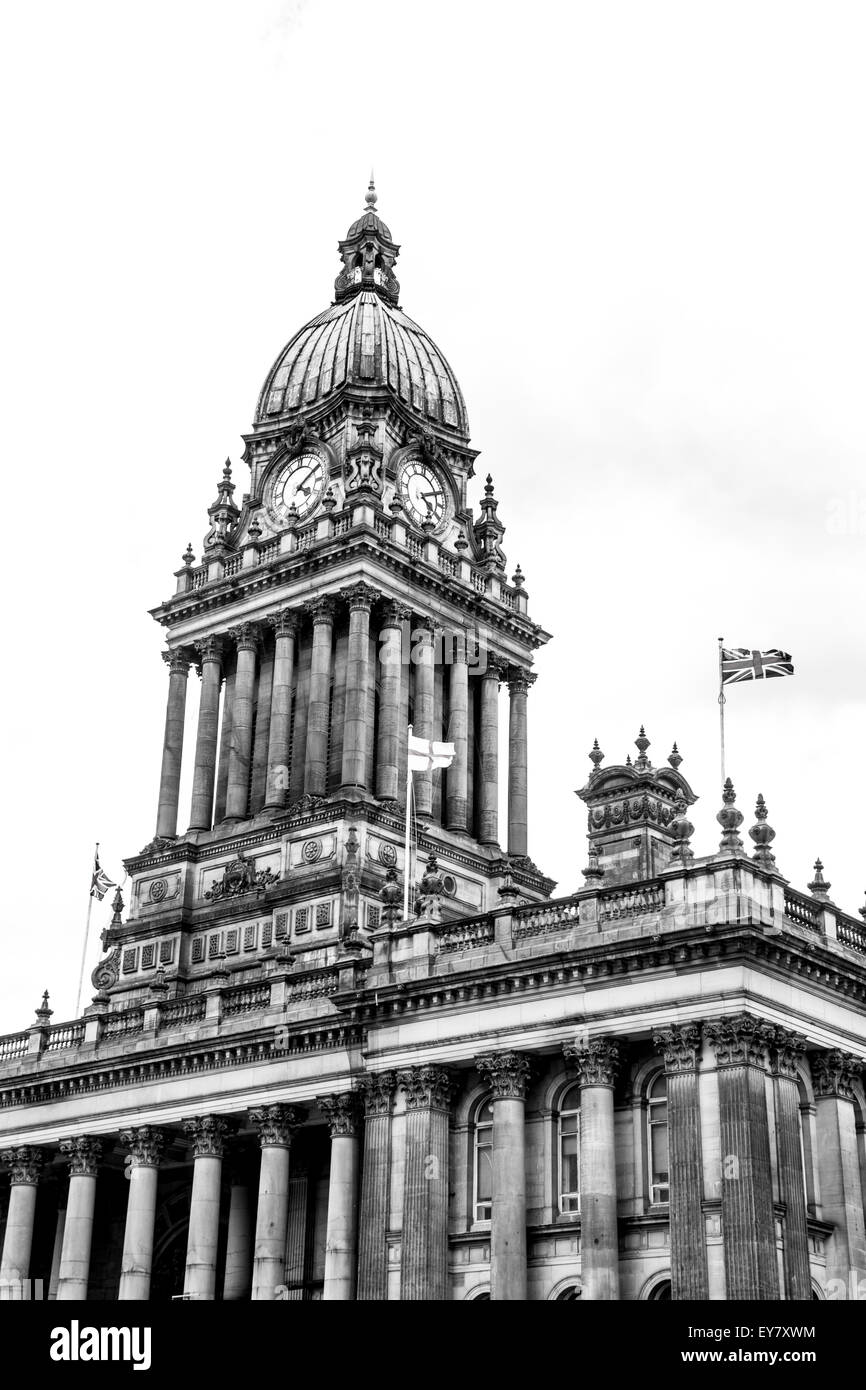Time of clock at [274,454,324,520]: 4:09
